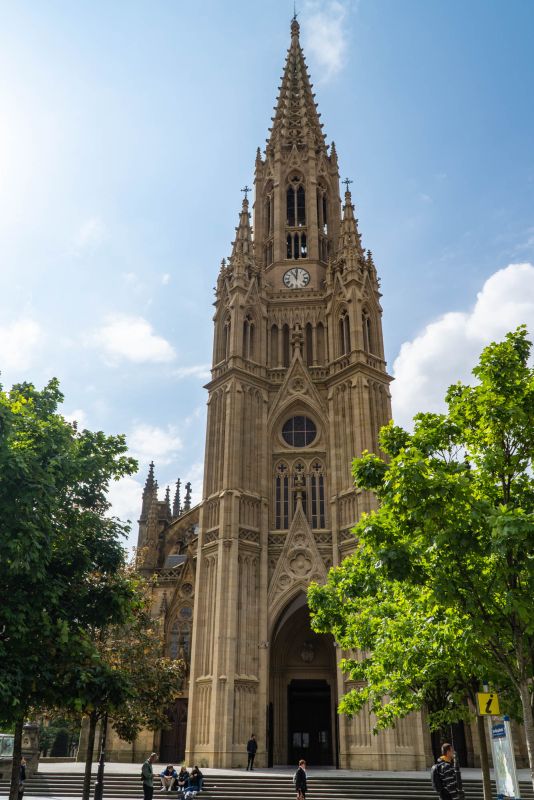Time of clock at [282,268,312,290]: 11:00
